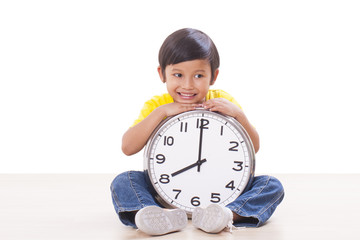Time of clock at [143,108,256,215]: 7:59
